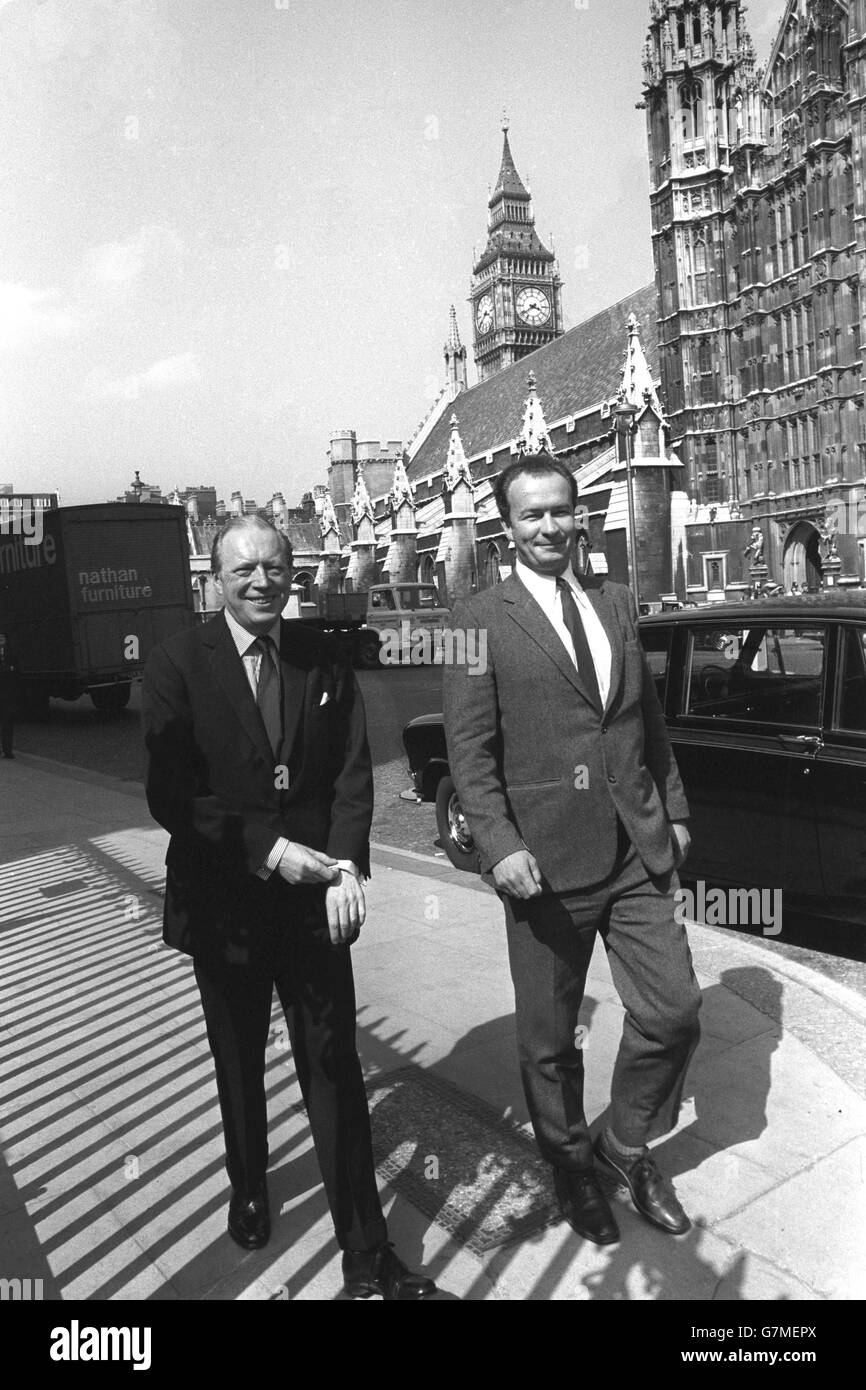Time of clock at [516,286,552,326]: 3:39
